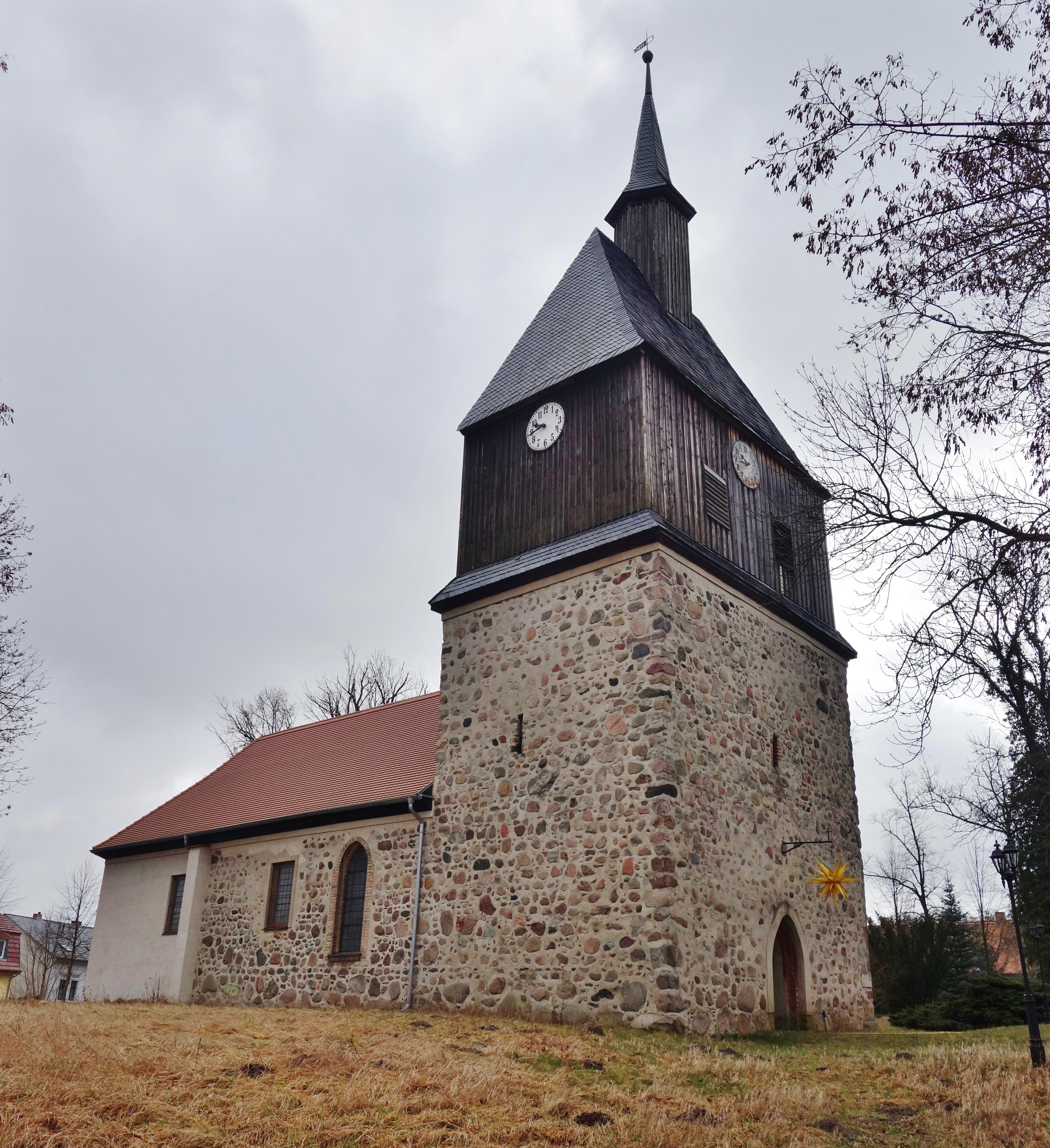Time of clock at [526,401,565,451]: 9:43
